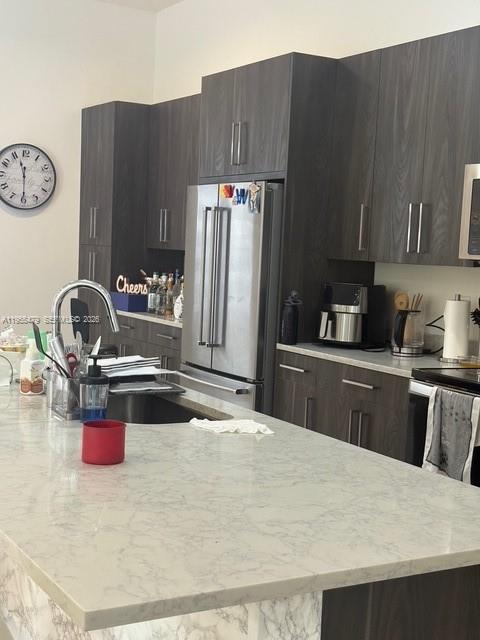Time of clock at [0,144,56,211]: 11:29
